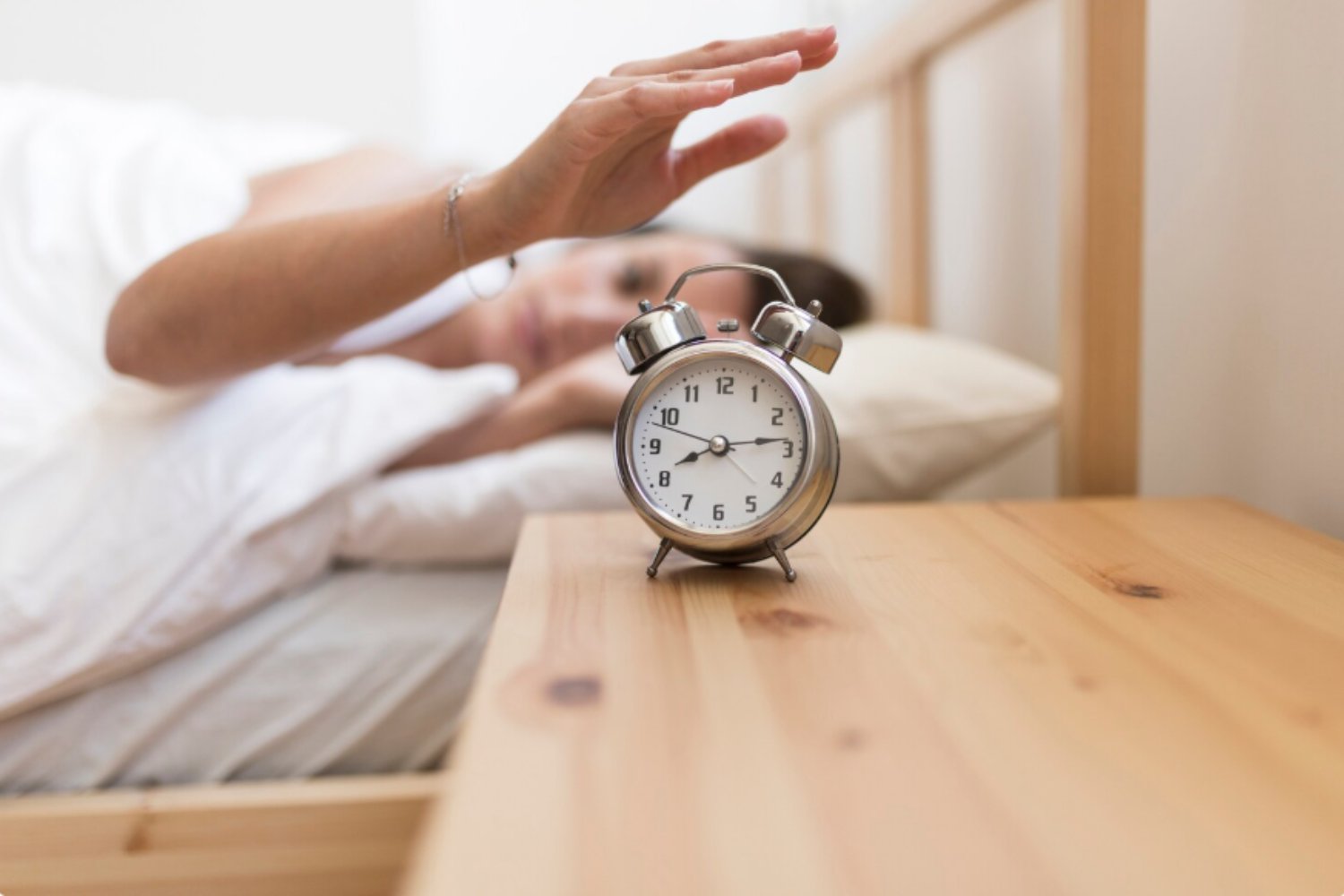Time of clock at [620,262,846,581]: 8:13
